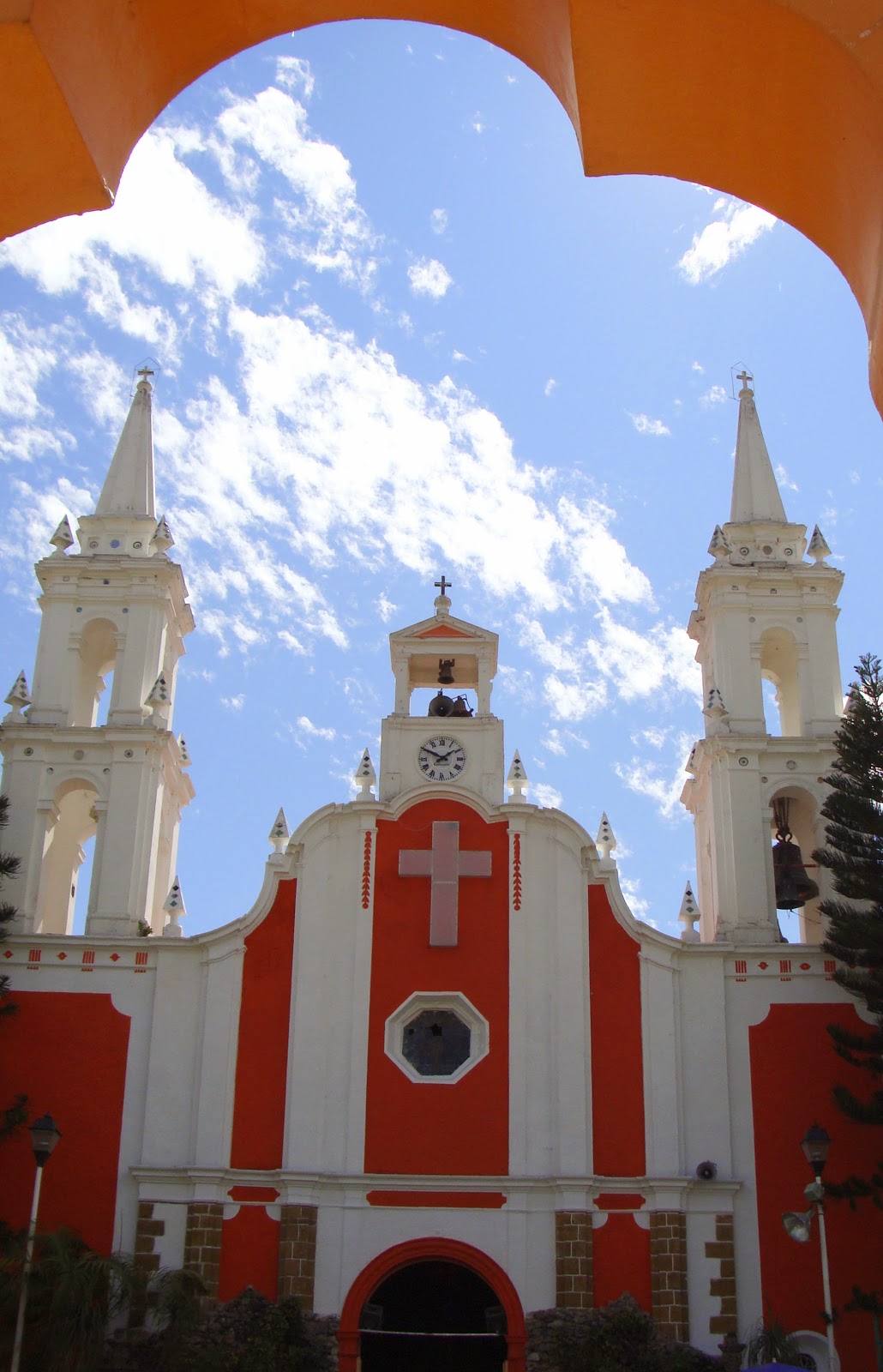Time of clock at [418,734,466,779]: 1:50
